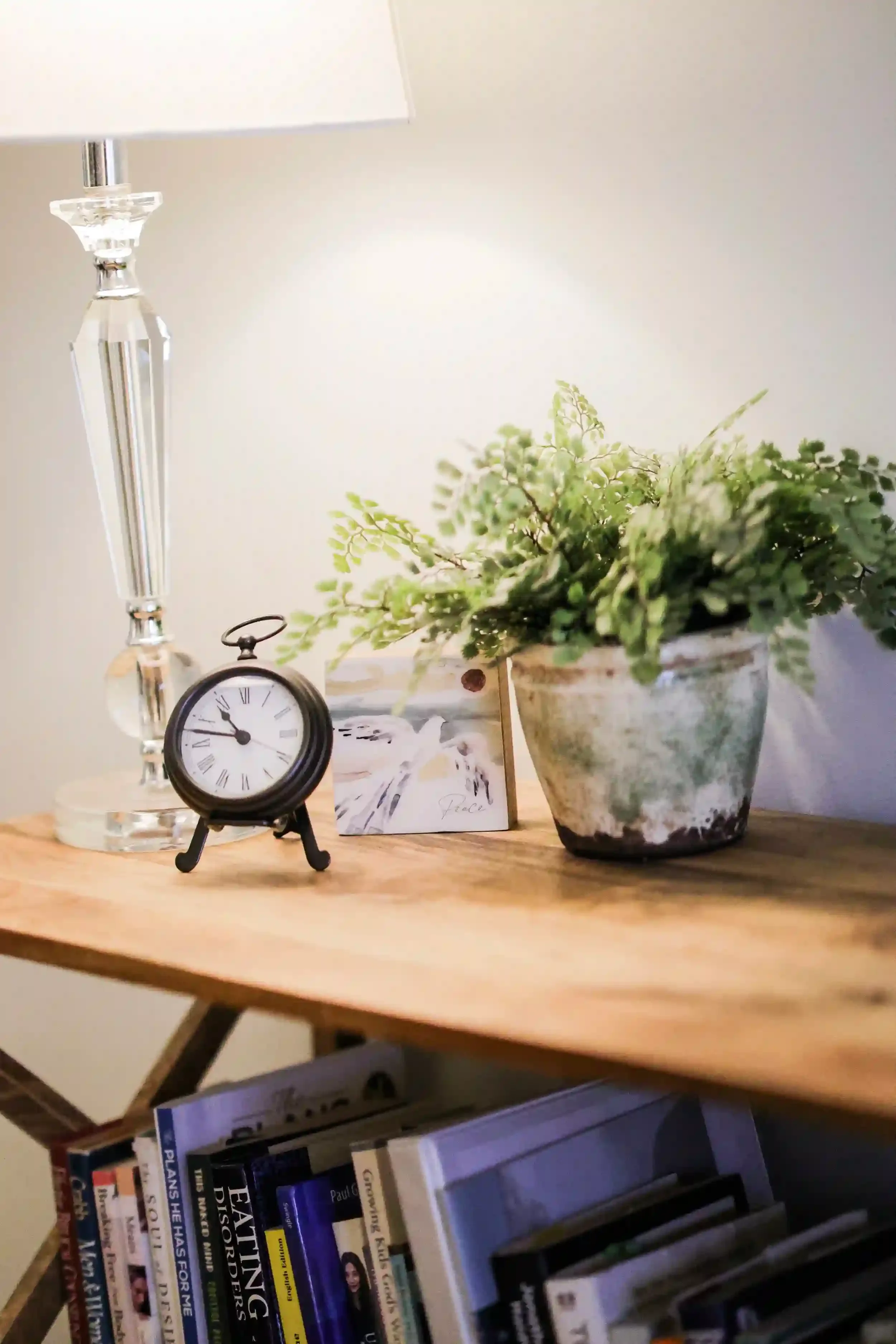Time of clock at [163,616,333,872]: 10:47
